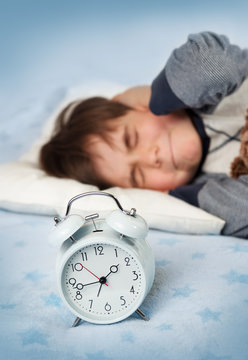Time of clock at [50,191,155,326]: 1:42
